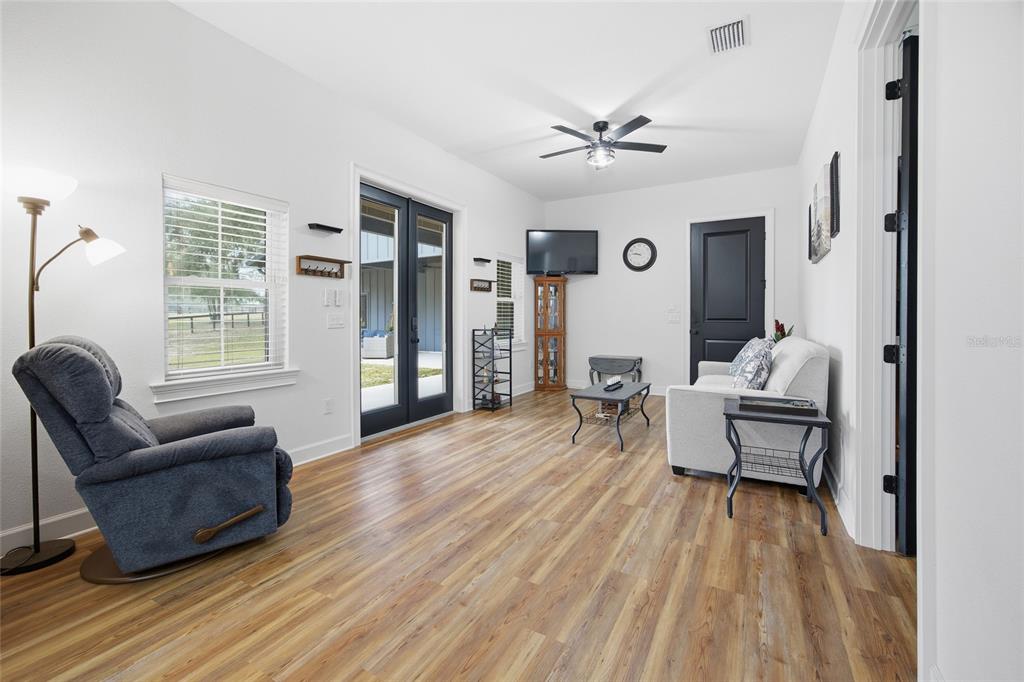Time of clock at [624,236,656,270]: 9:45
